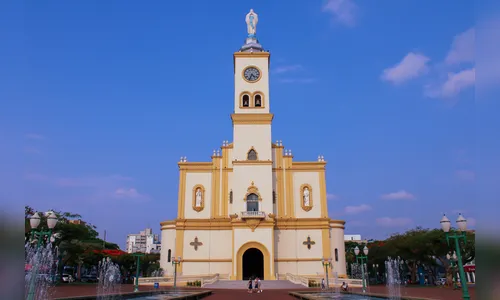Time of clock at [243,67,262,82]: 4:33
